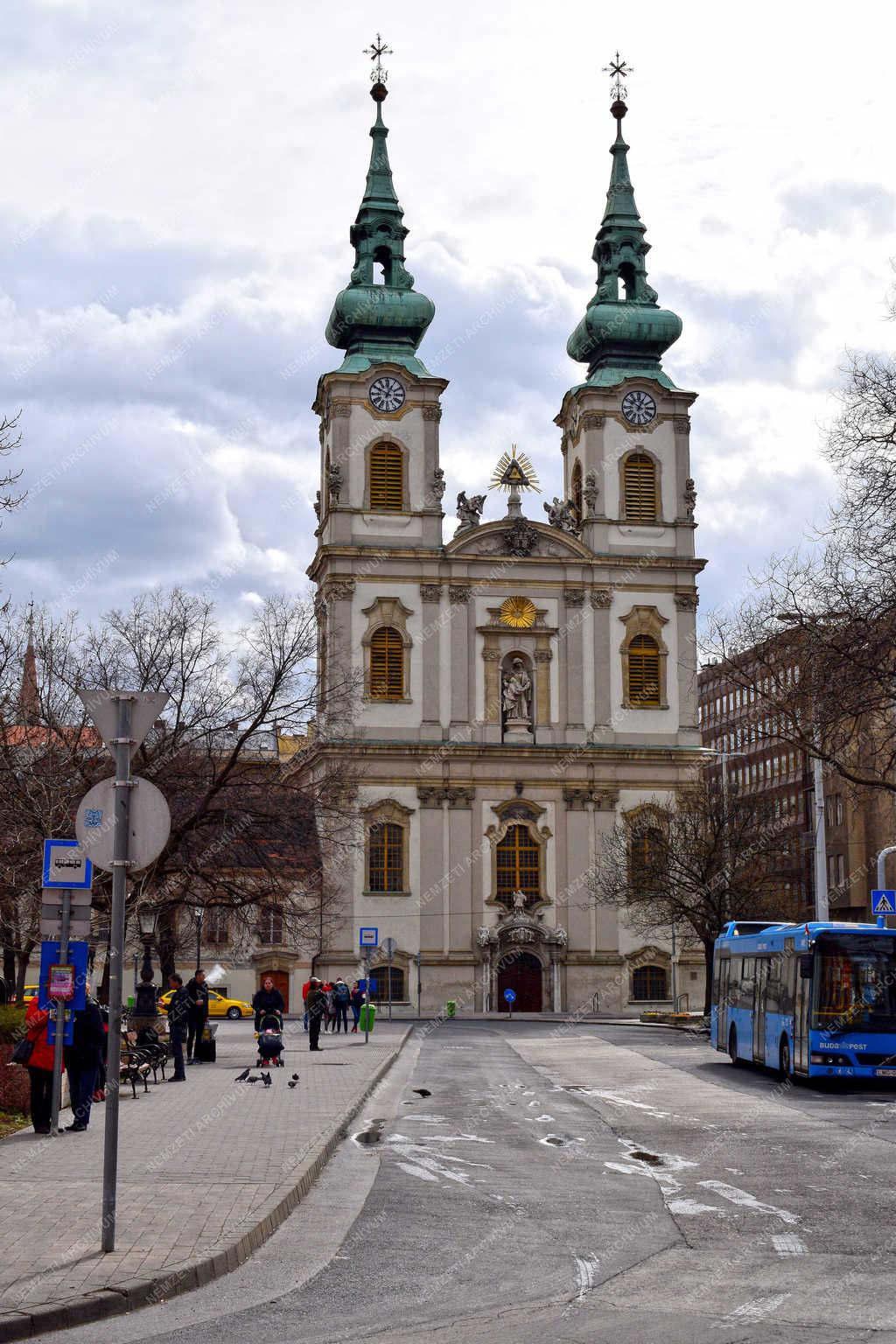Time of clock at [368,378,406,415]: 12:49
